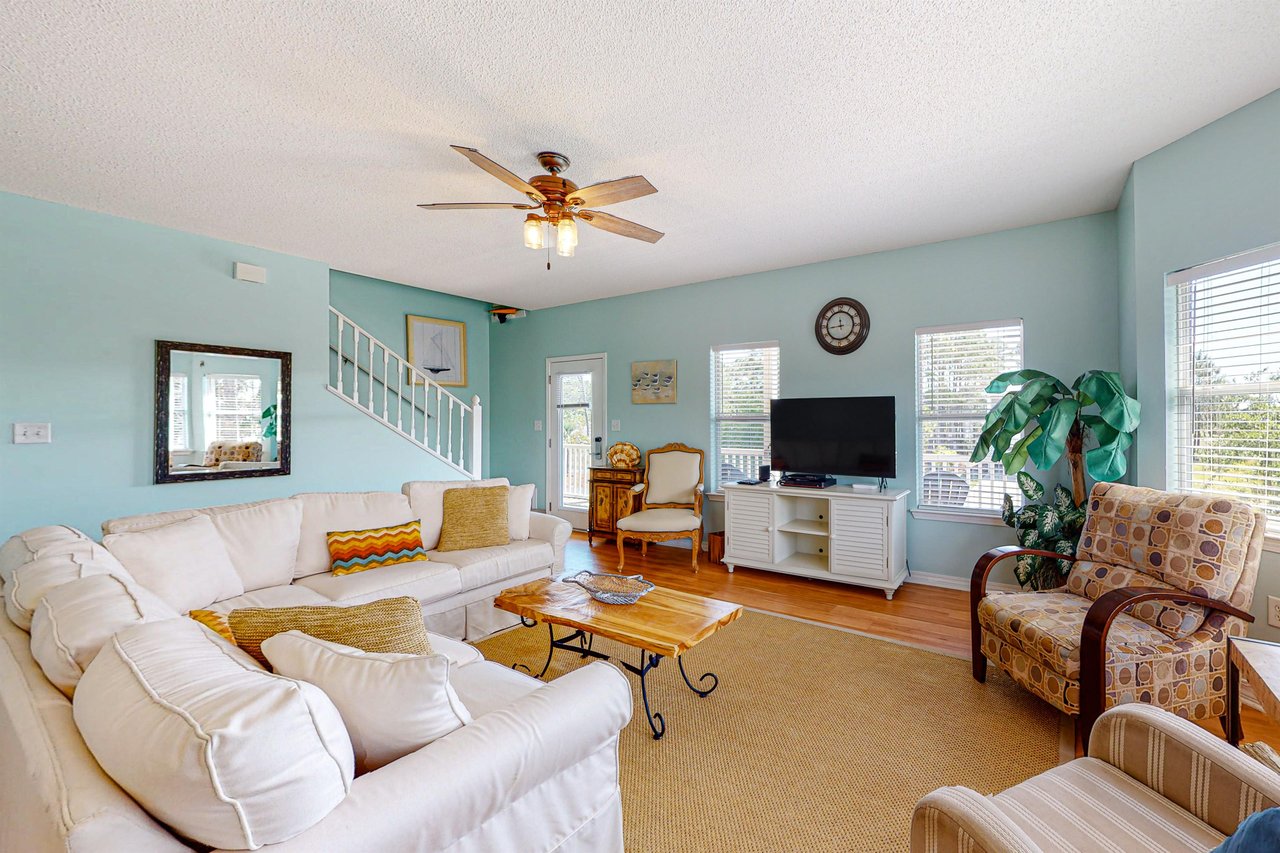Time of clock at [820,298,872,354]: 11:43
